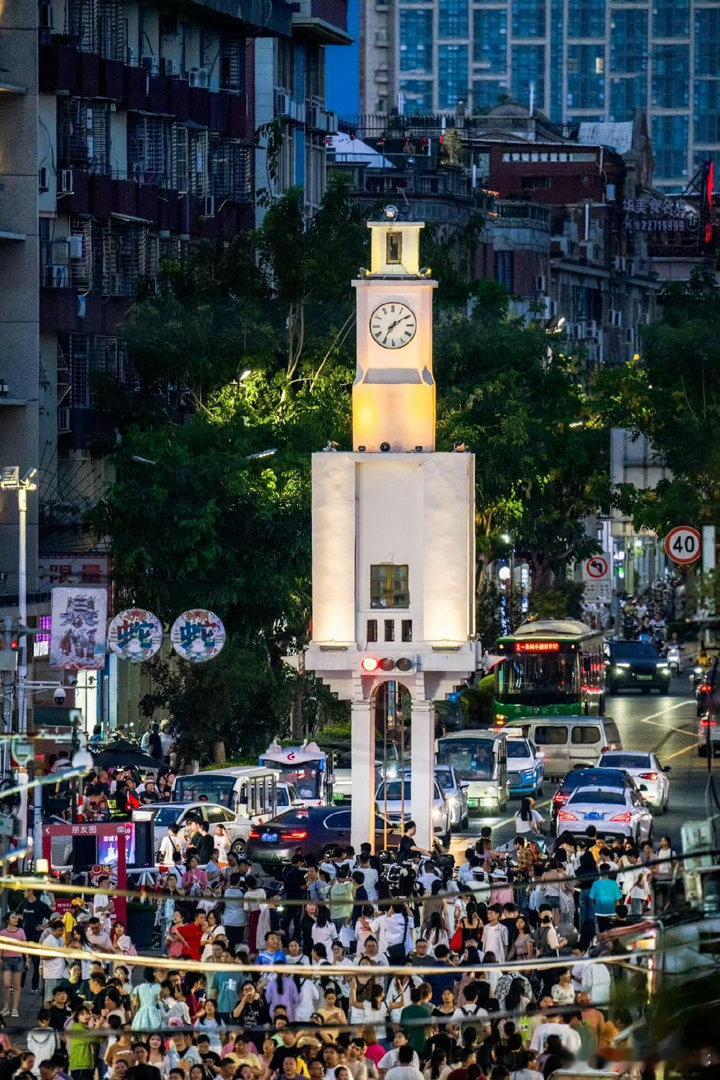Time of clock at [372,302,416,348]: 7:09
